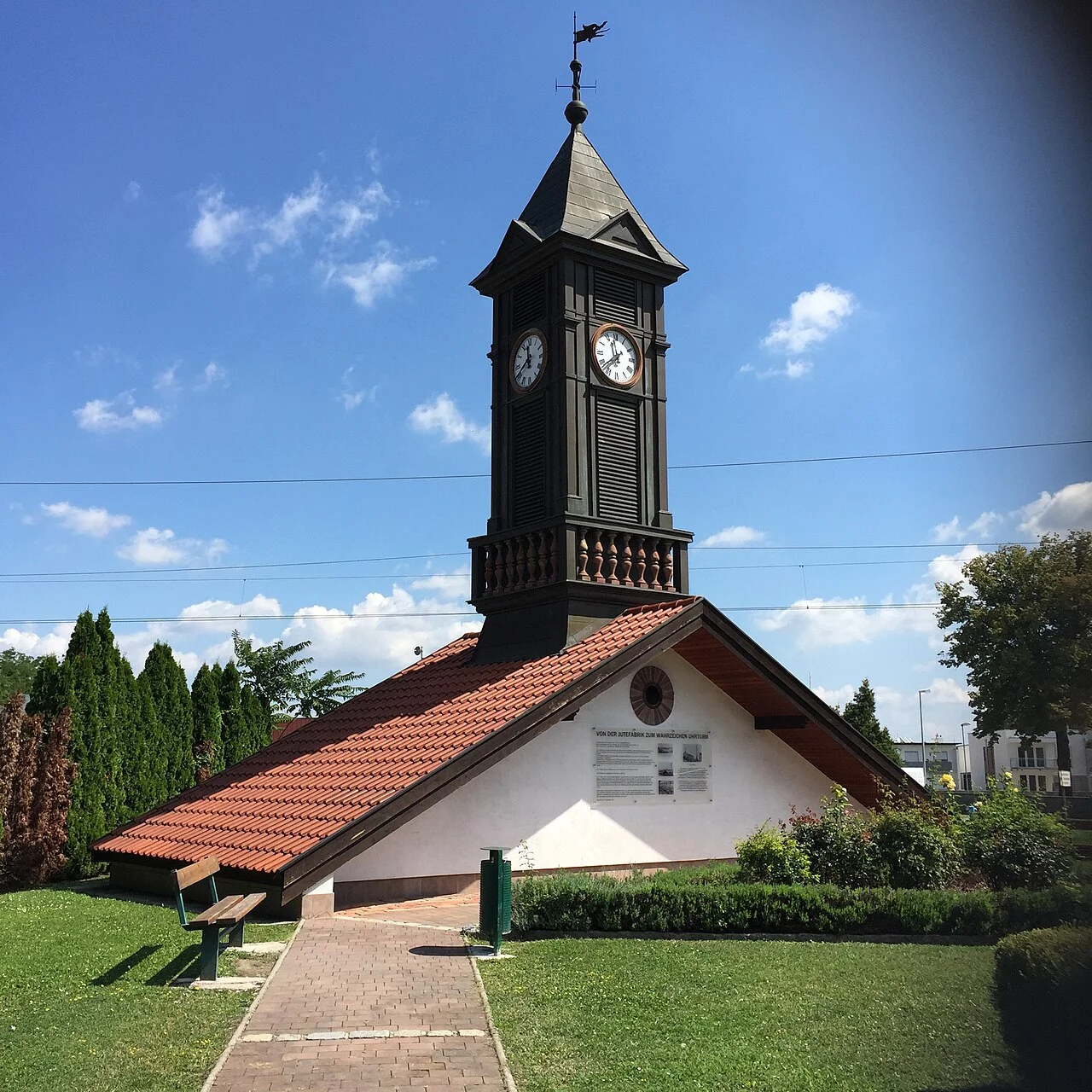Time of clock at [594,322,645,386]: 11:37
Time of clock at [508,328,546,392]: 11:40
